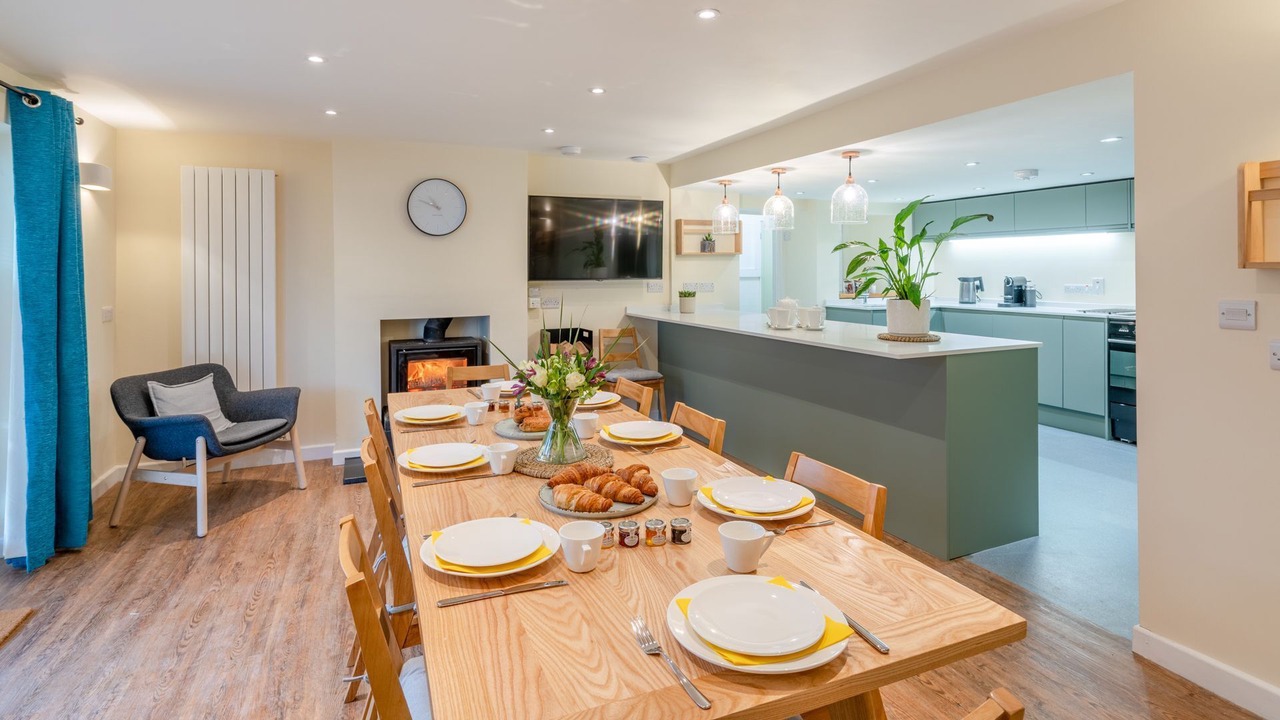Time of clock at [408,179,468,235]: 10:48
